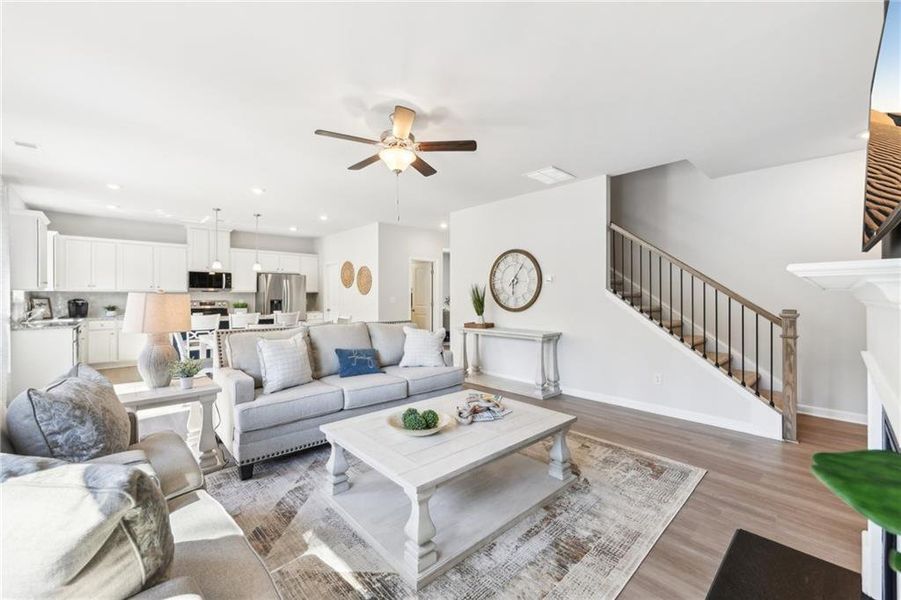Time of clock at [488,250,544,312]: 6:05
